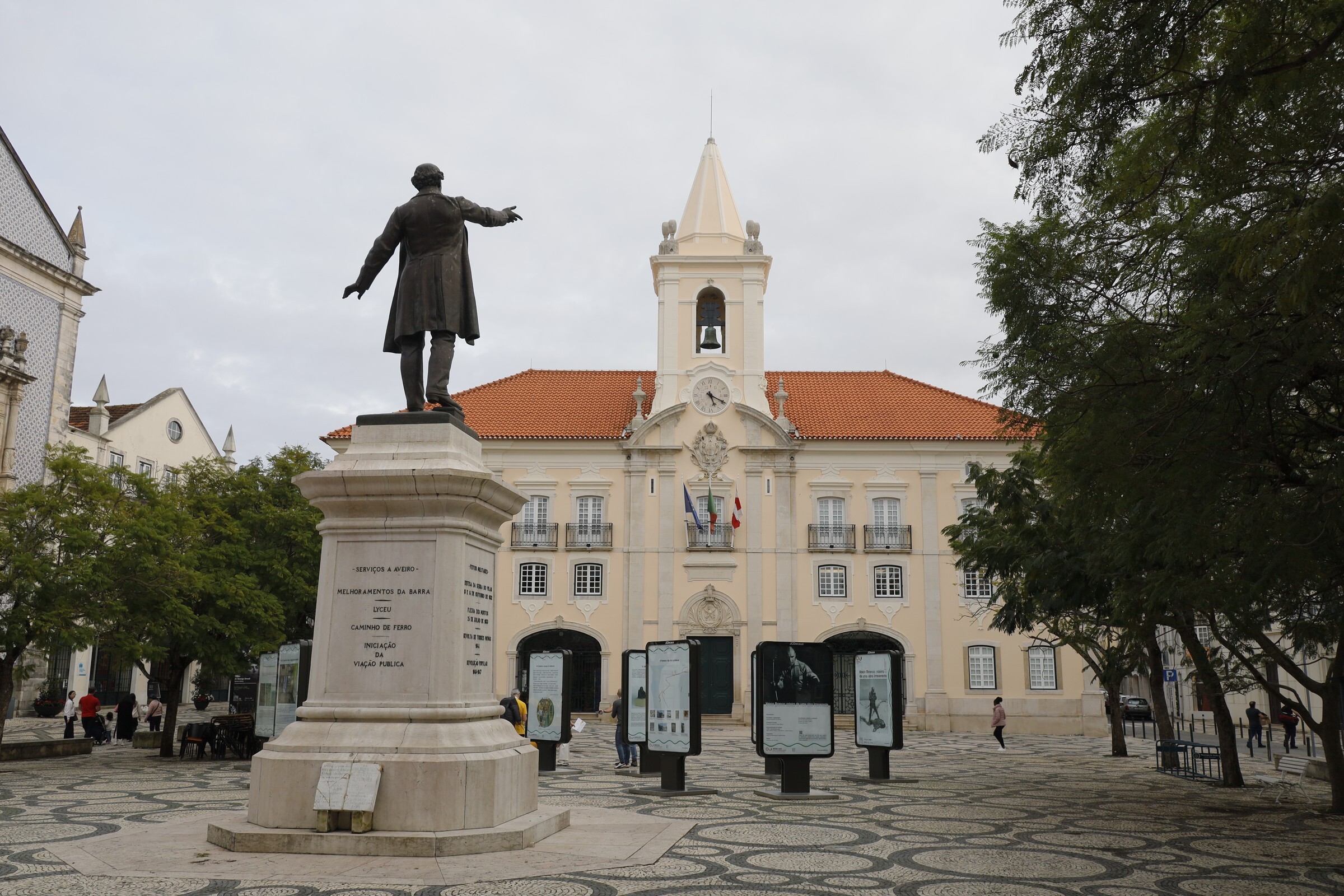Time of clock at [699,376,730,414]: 5:19
